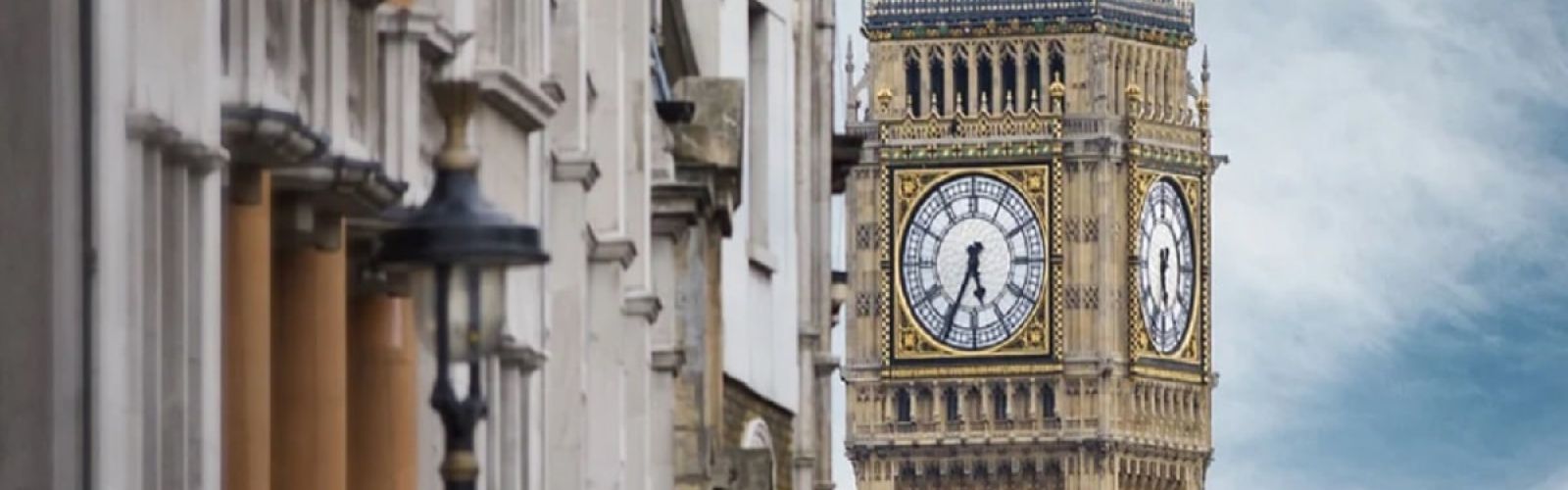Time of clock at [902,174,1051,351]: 5:34
